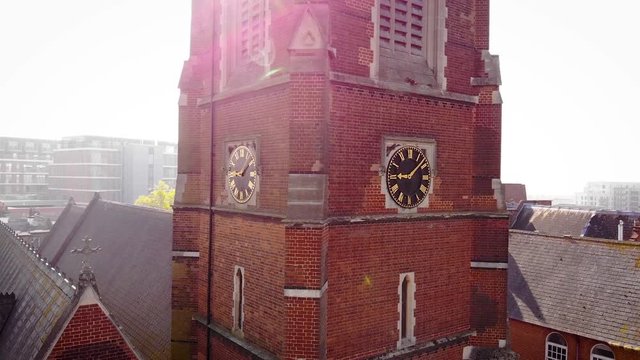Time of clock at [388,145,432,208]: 9:08
